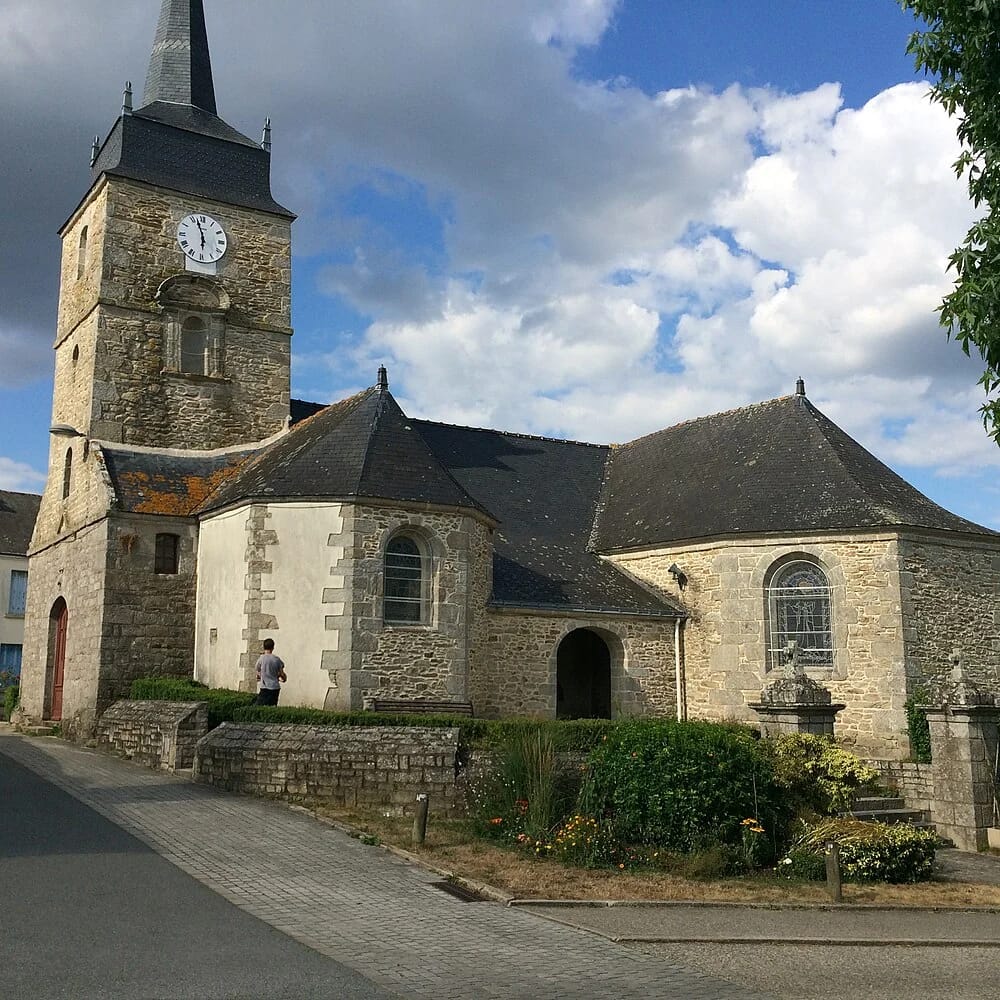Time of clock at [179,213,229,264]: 5:57
